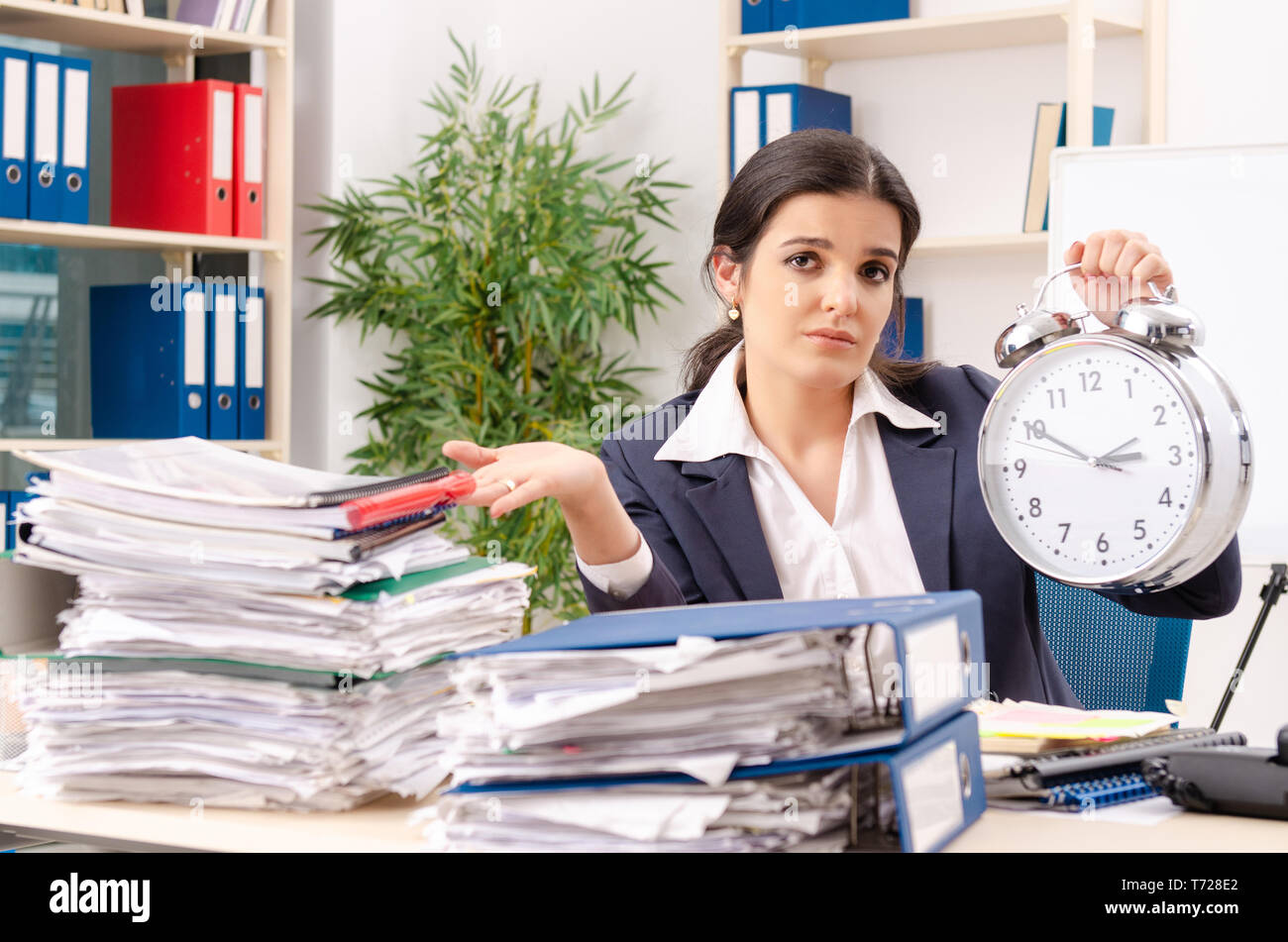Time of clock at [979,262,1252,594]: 2:50
